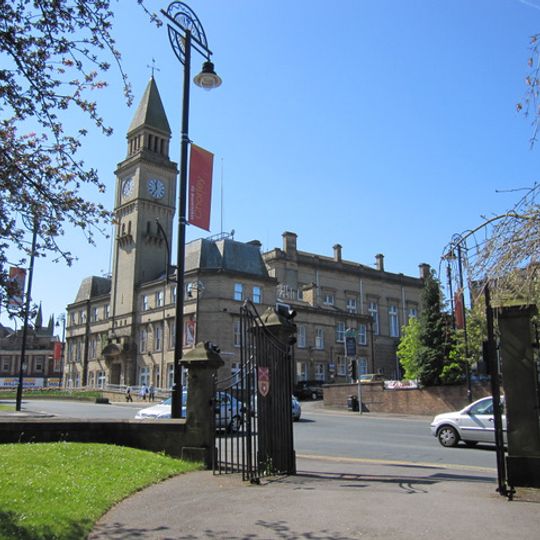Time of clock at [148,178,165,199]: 11:35
